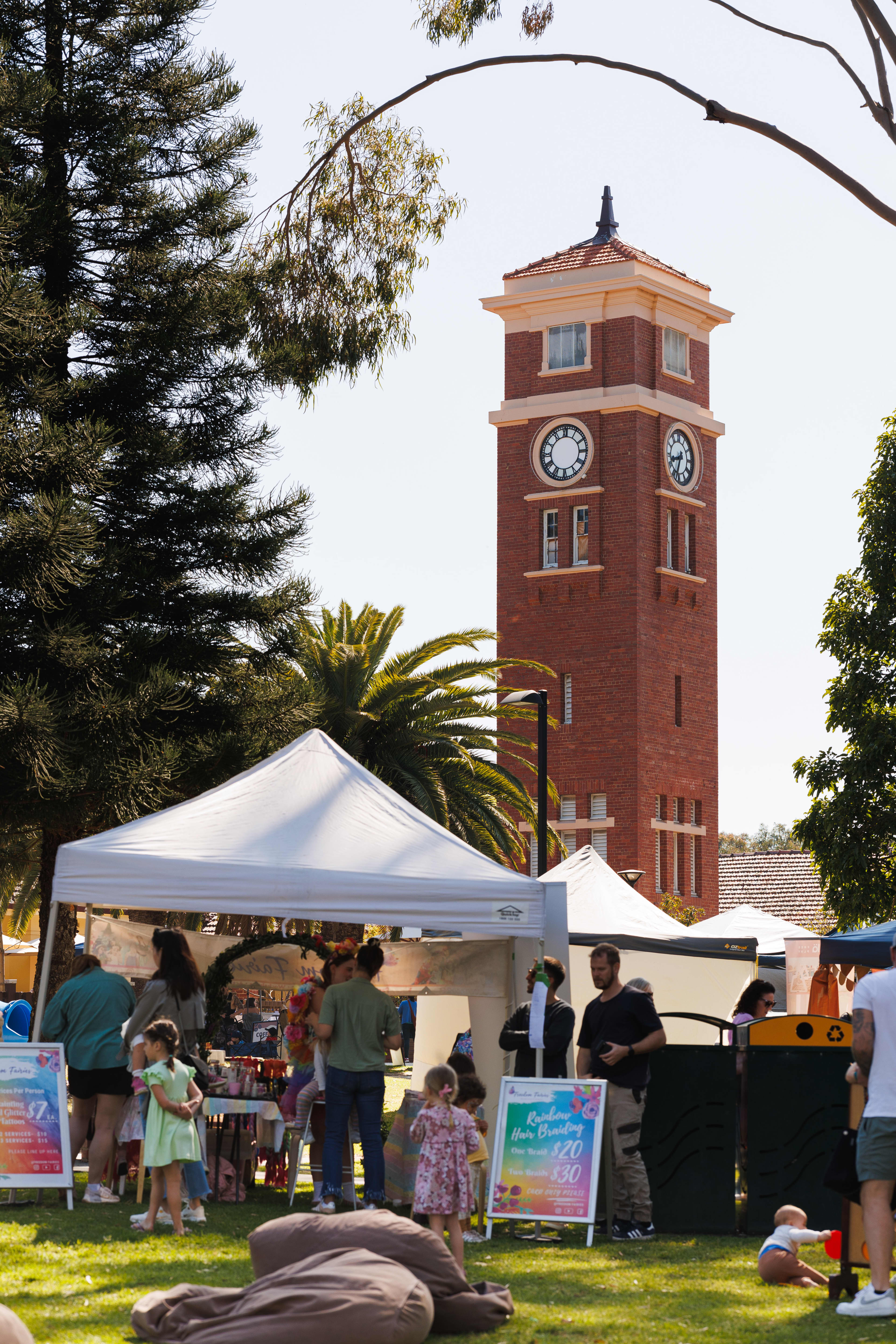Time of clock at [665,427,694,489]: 8:33
